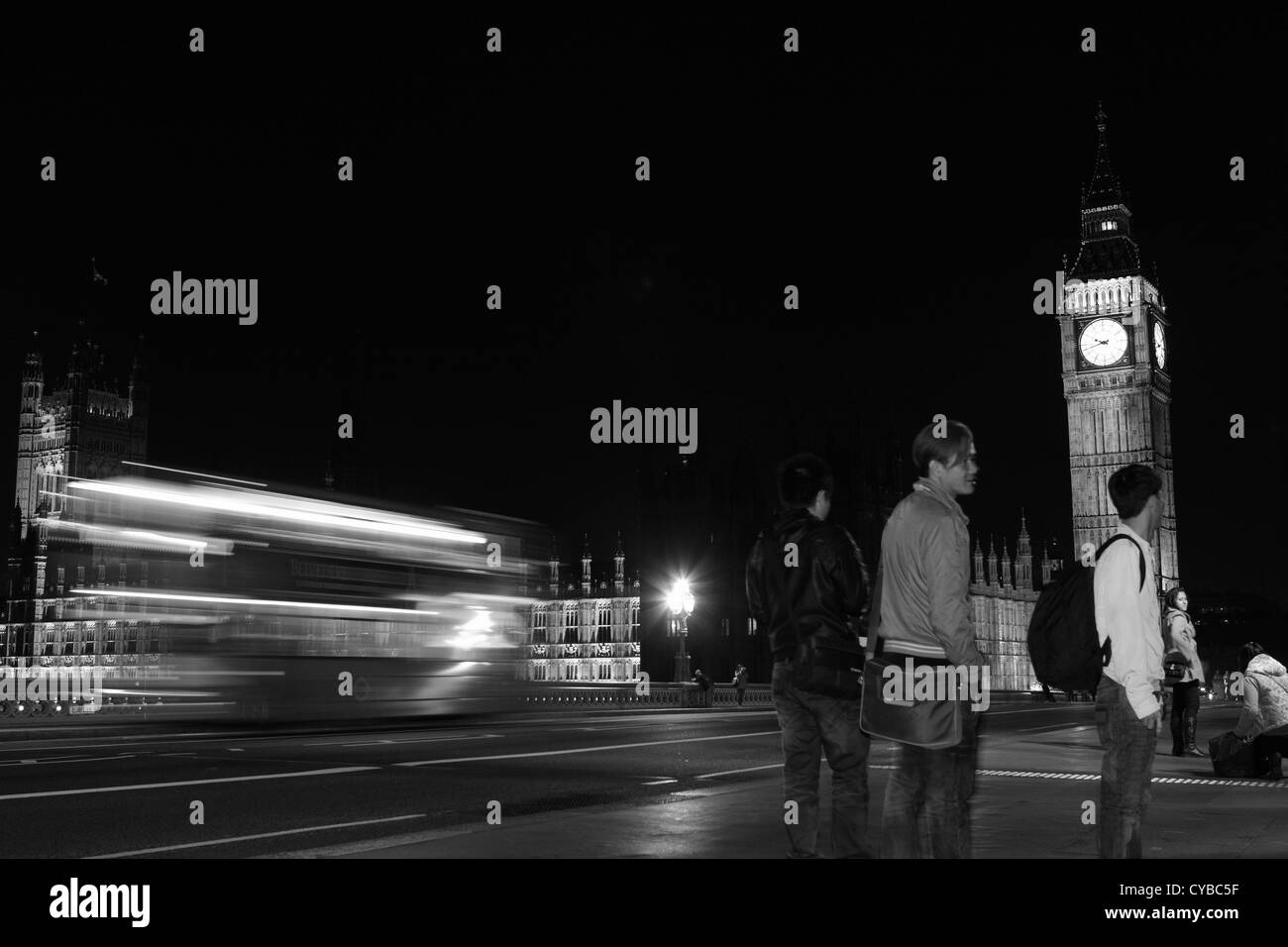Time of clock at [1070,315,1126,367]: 9:42
